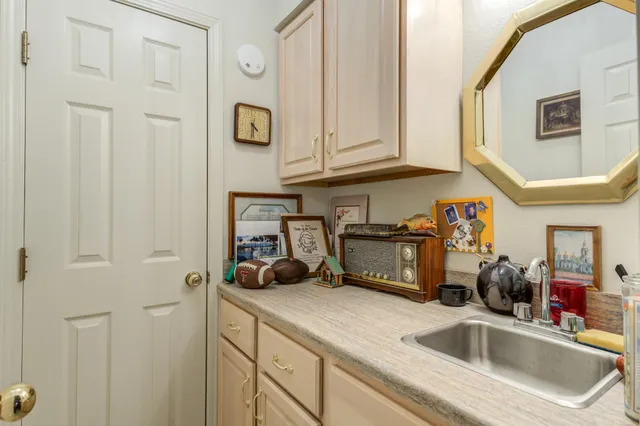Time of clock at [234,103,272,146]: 4:29
